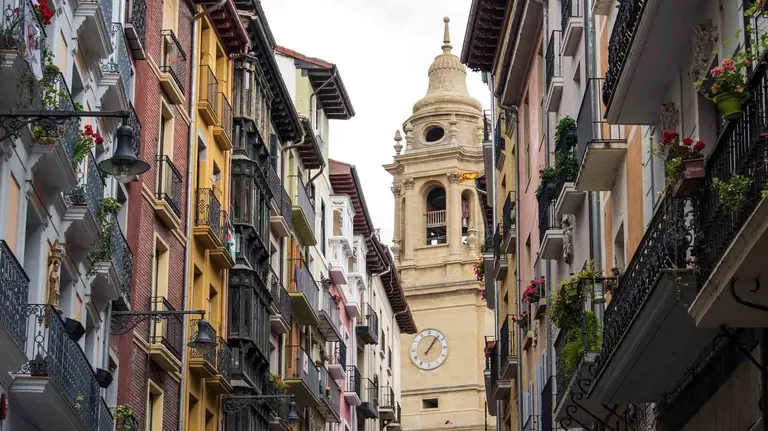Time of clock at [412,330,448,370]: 1:06
